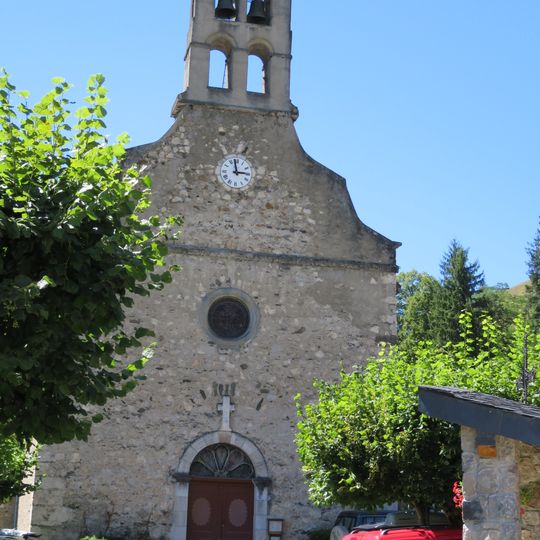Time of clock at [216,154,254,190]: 2:58
